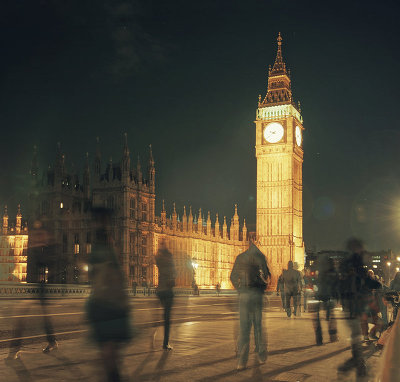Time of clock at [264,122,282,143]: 9:39
